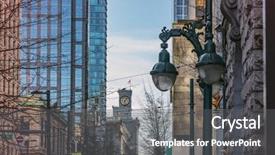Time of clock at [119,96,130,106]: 6:06
